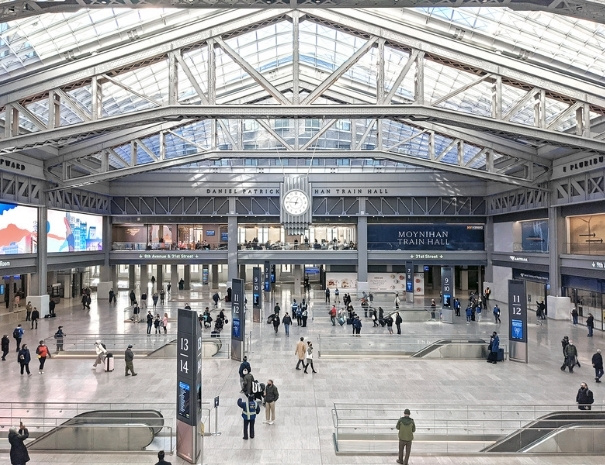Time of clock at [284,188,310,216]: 12:46
